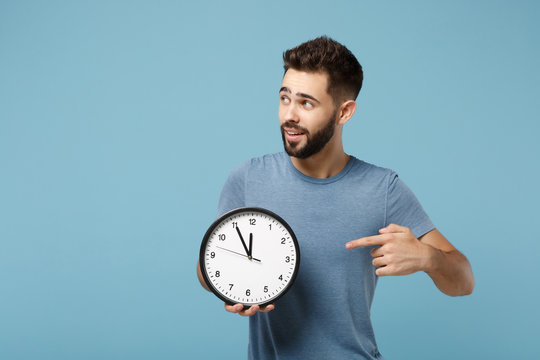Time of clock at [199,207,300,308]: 11:55
